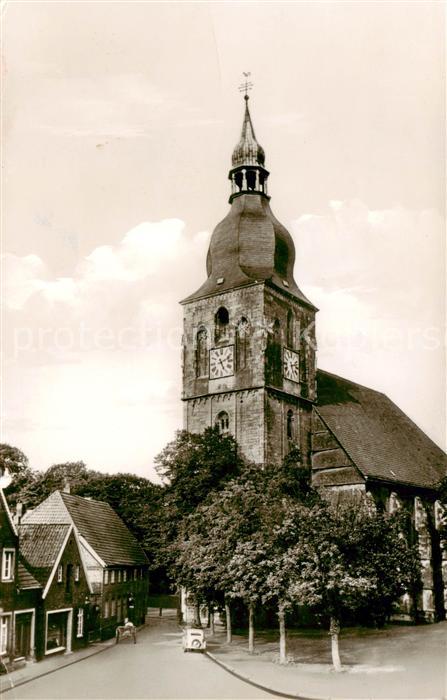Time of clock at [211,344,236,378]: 5:11
